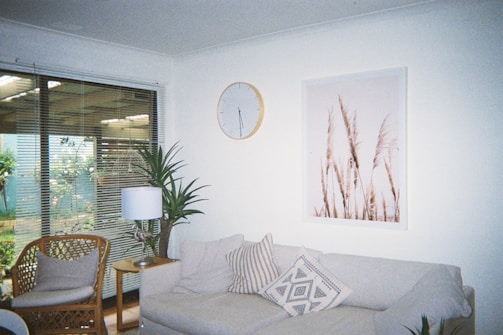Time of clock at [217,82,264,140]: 5:29
